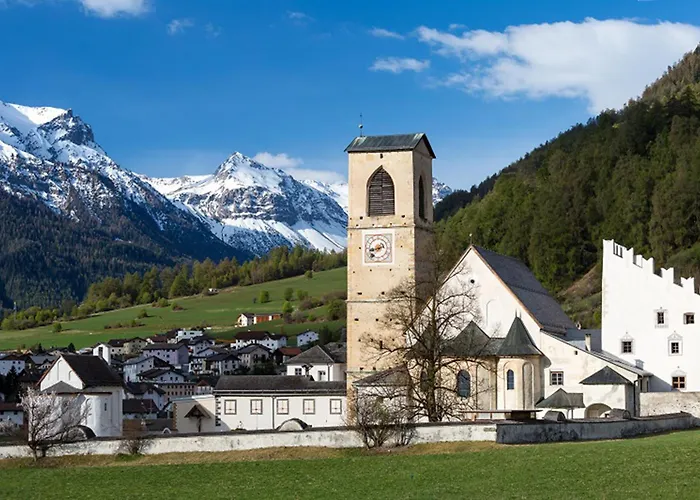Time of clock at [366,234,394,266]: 7:42
